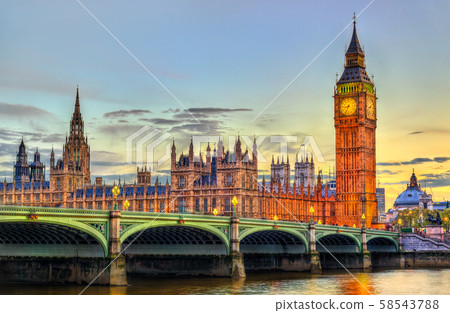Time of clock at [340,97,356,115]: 8:34
